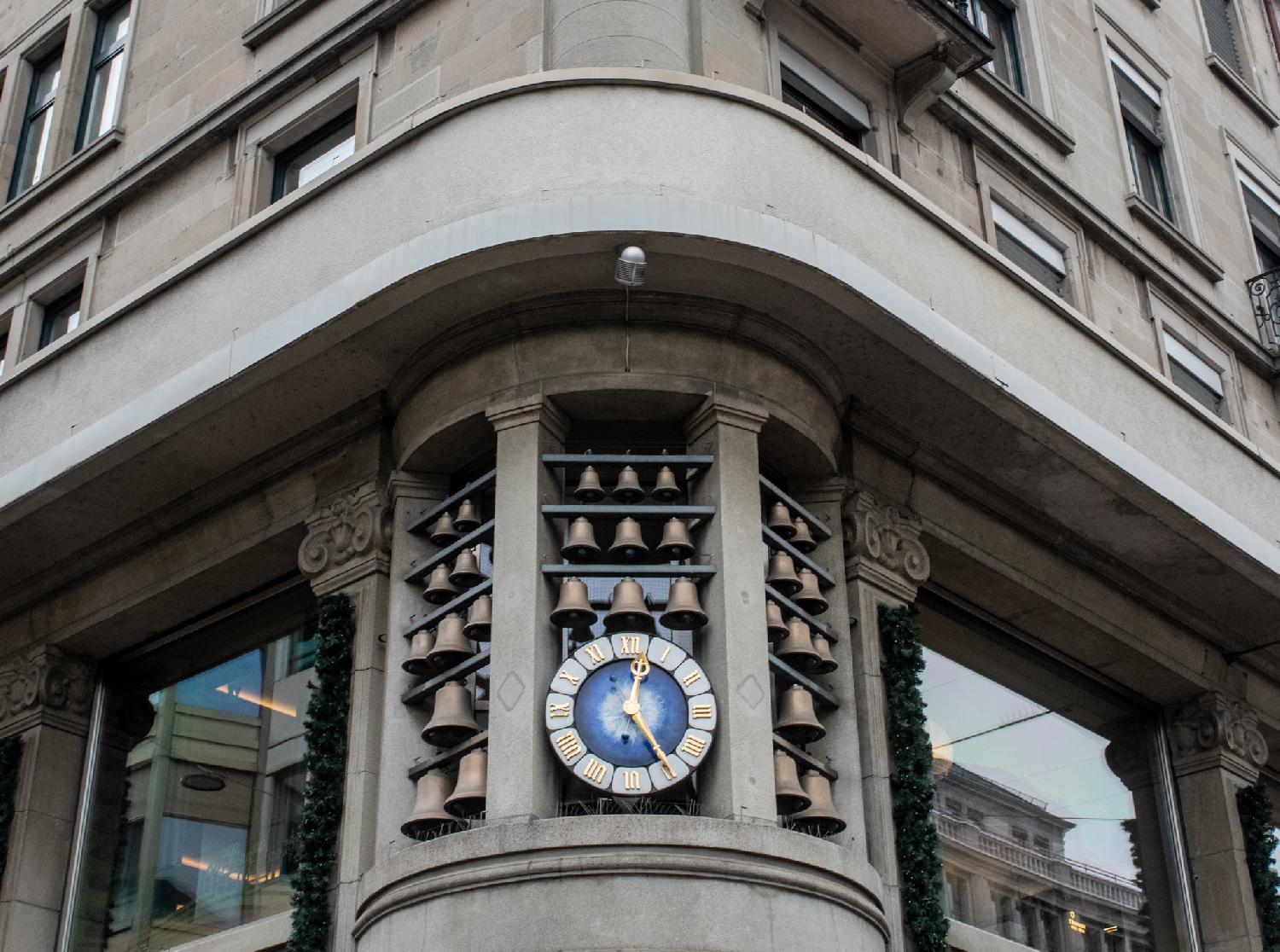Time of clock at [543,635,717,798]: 12:24
